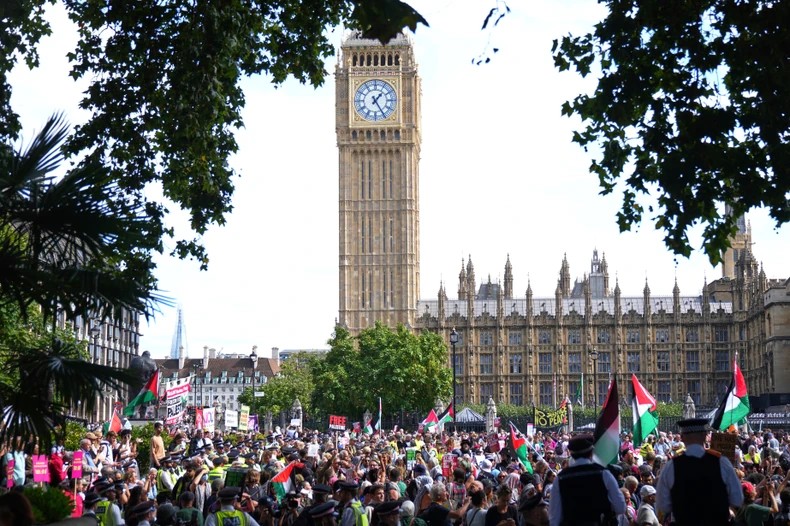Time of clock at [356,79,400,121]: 1:24
